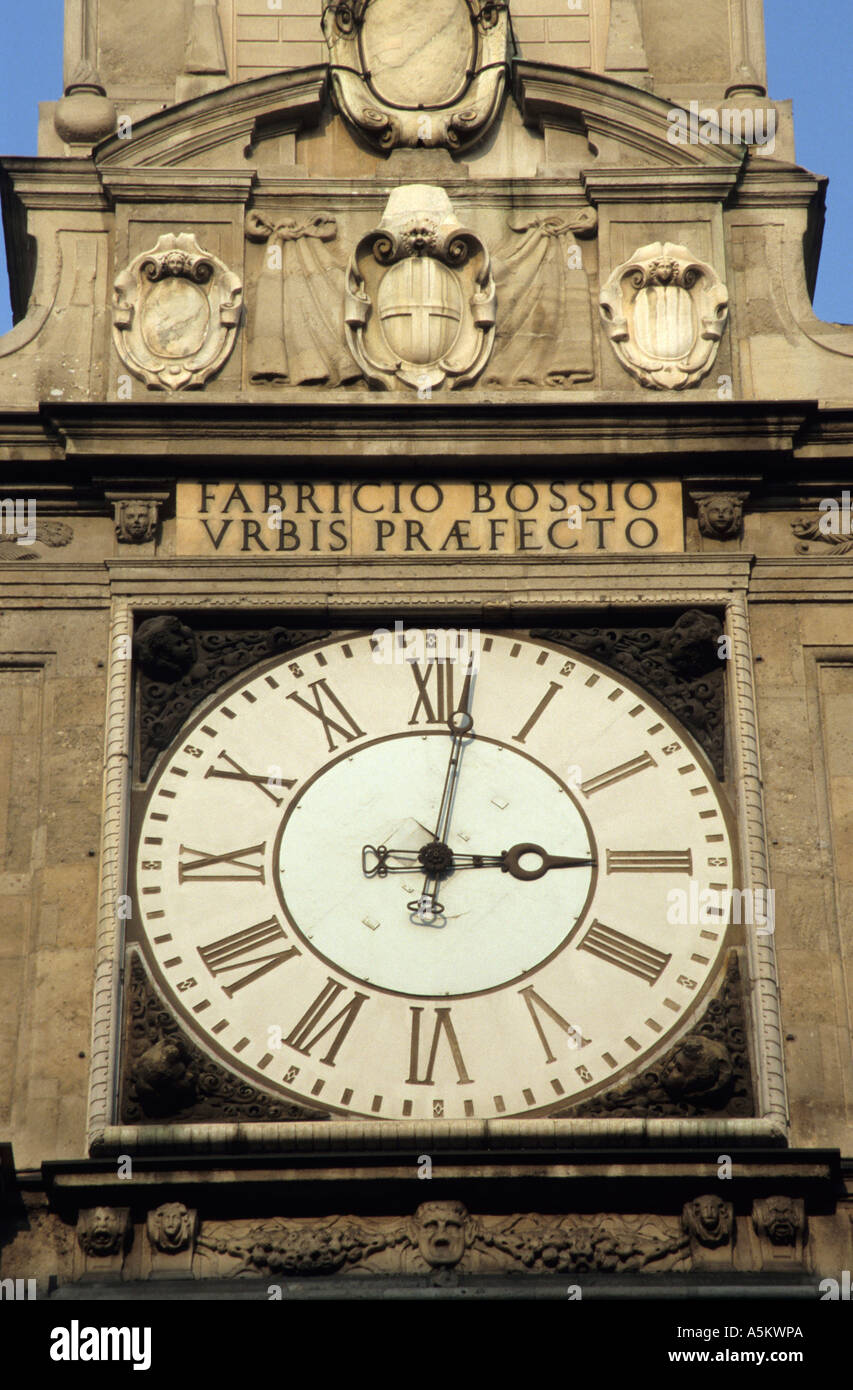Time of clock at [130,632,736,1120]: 3:01
